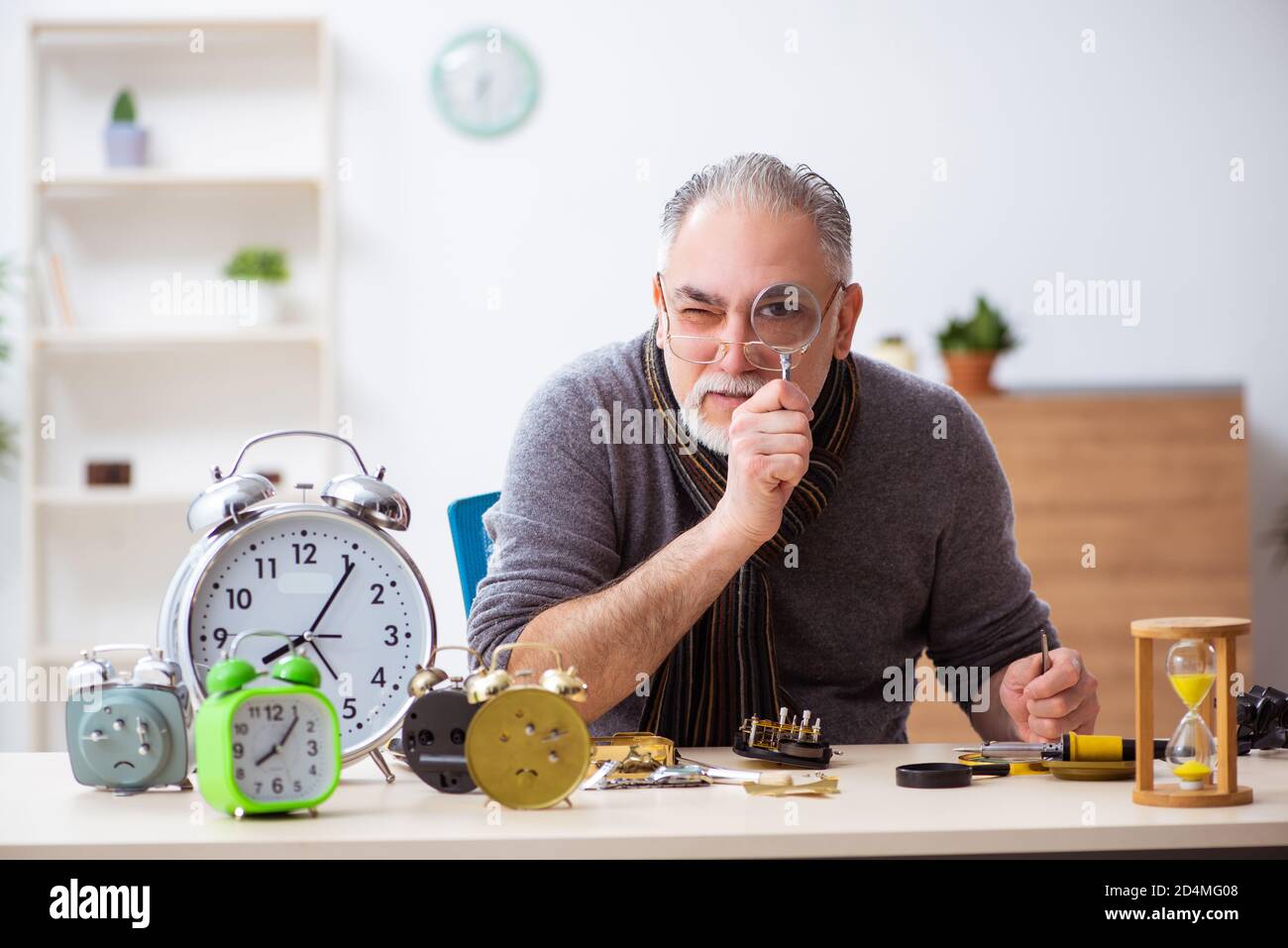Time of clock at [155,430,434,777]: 8:06
